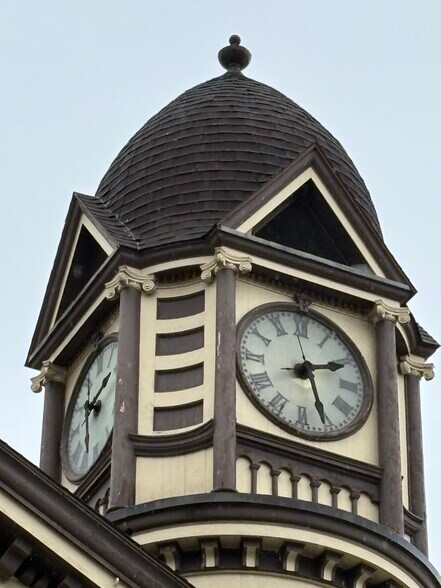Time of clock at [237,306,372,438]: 2:26
